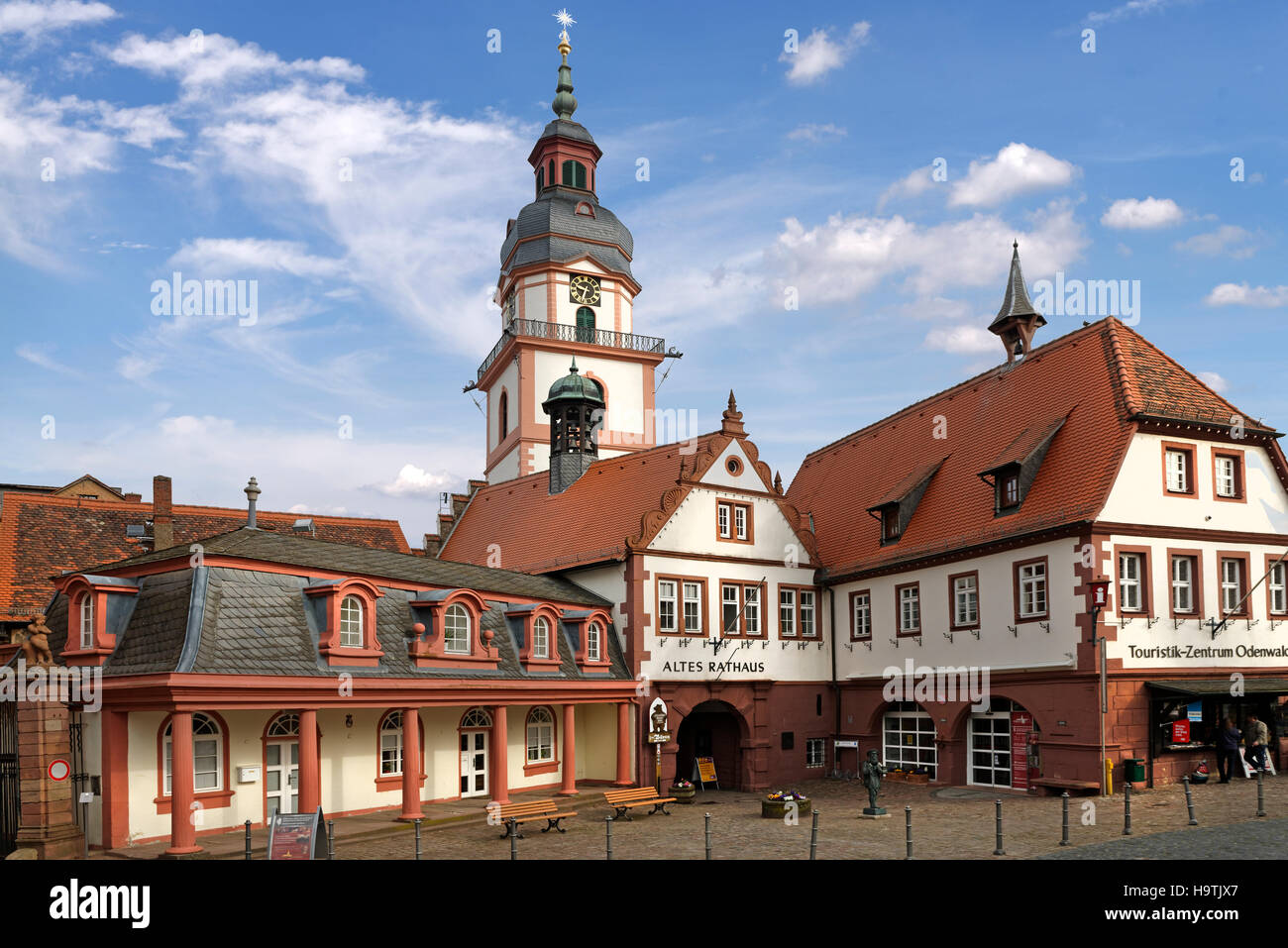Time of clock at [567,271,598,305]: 9:33
